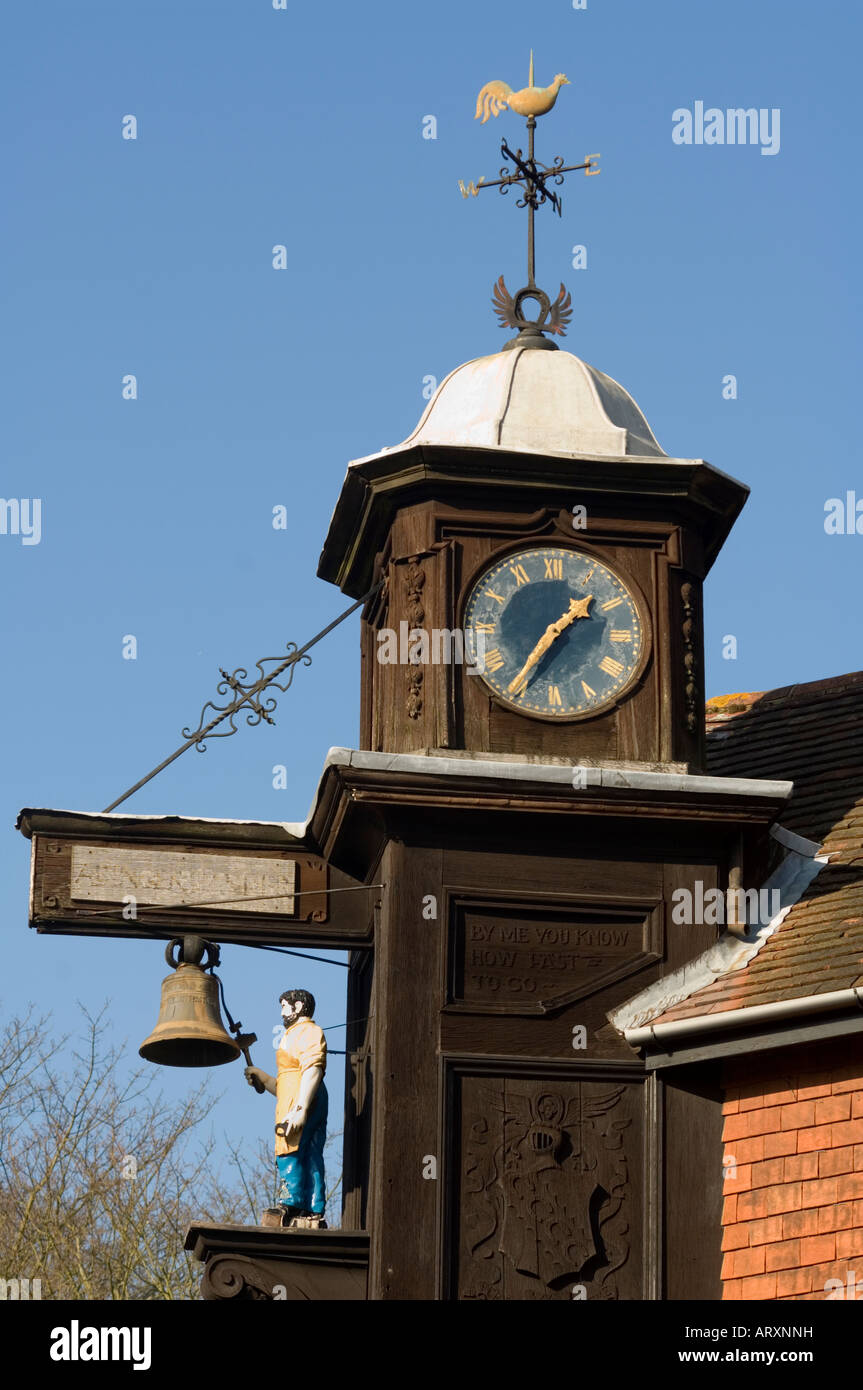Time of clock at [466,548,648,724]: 1:36
